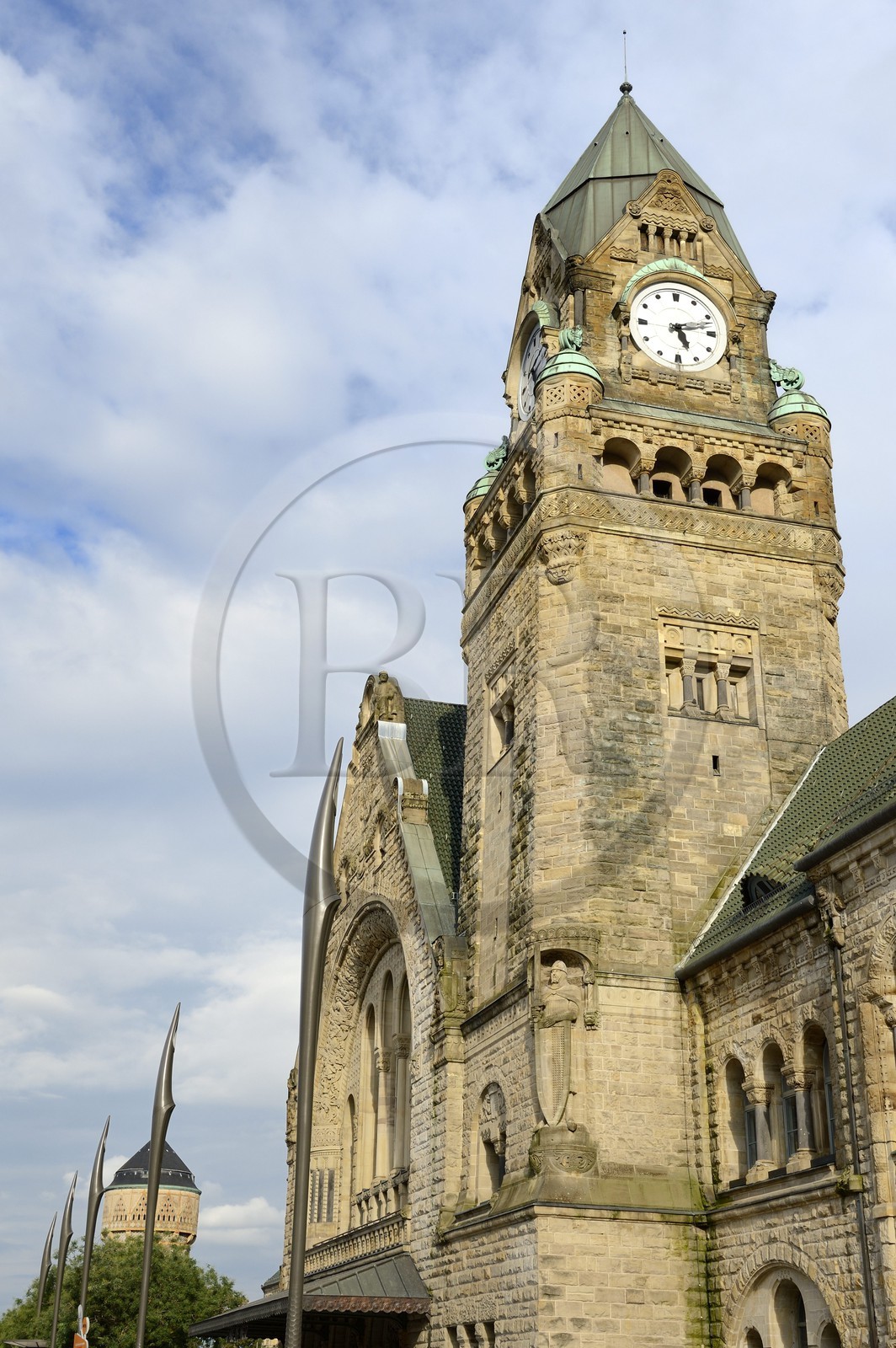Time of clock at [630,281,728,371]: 5:12
